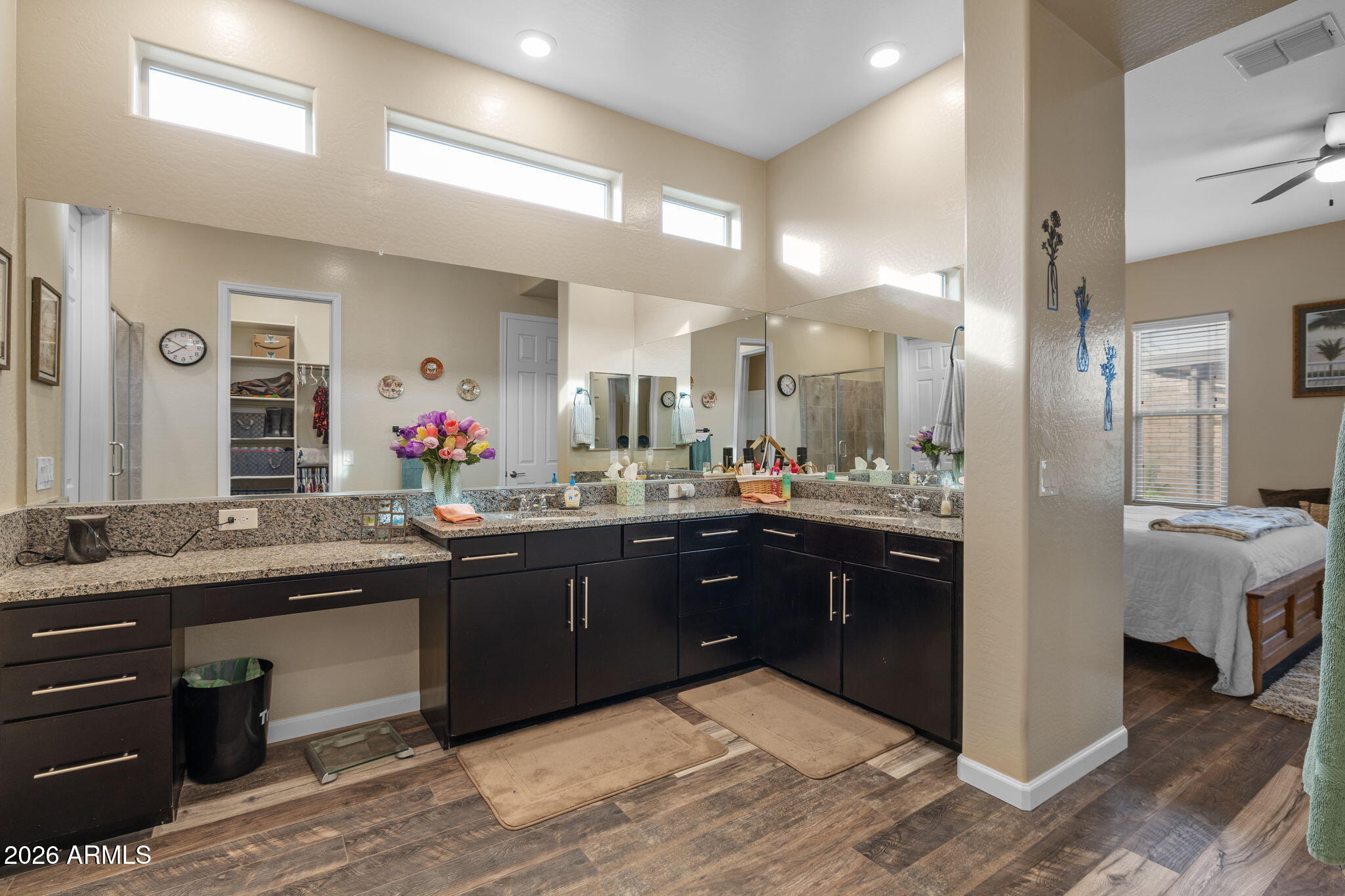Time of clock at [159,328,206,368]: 7:50
